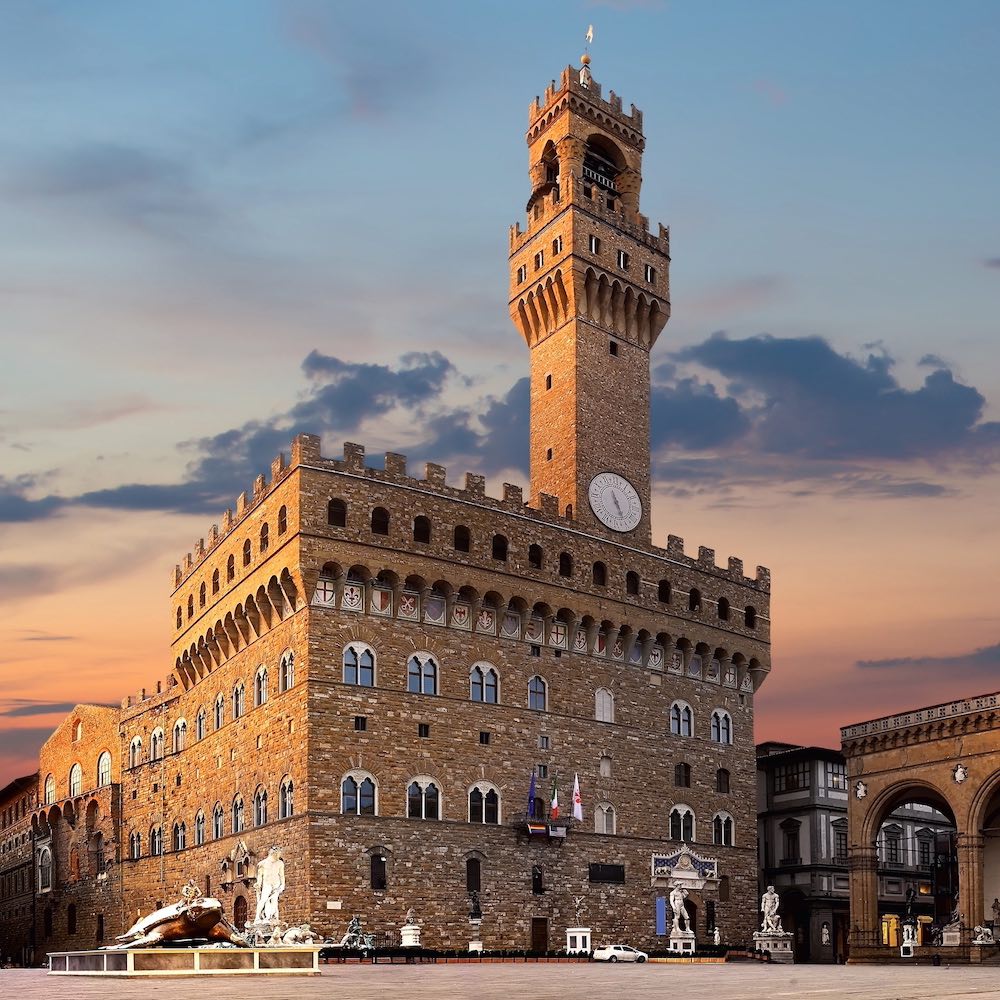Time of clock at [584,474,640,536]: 5:26
